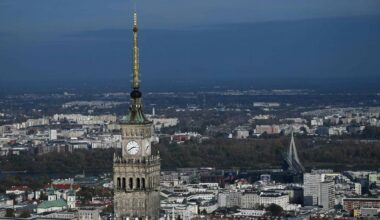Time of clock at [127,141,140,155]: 2:39
